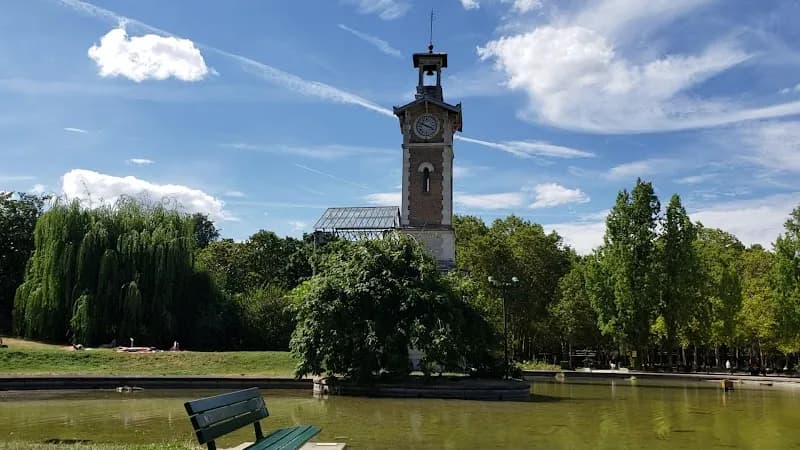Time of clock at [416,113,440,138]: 3:48
